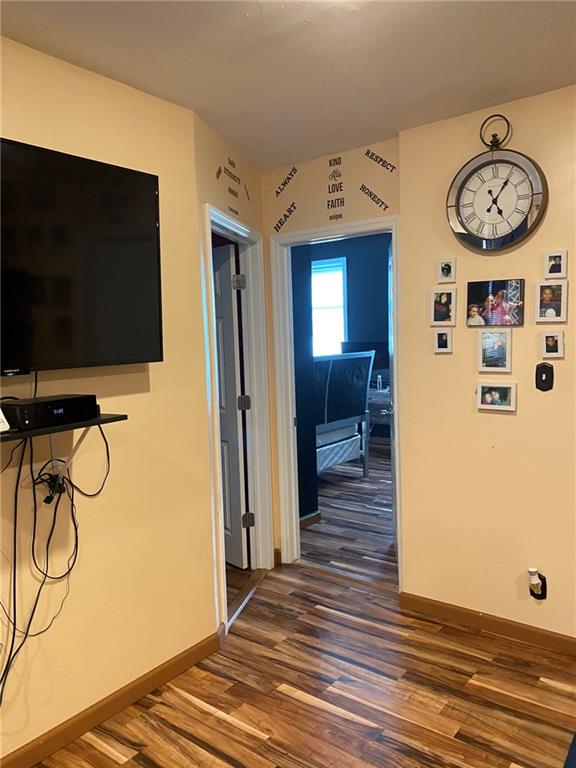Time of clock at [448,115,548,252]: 5:05
